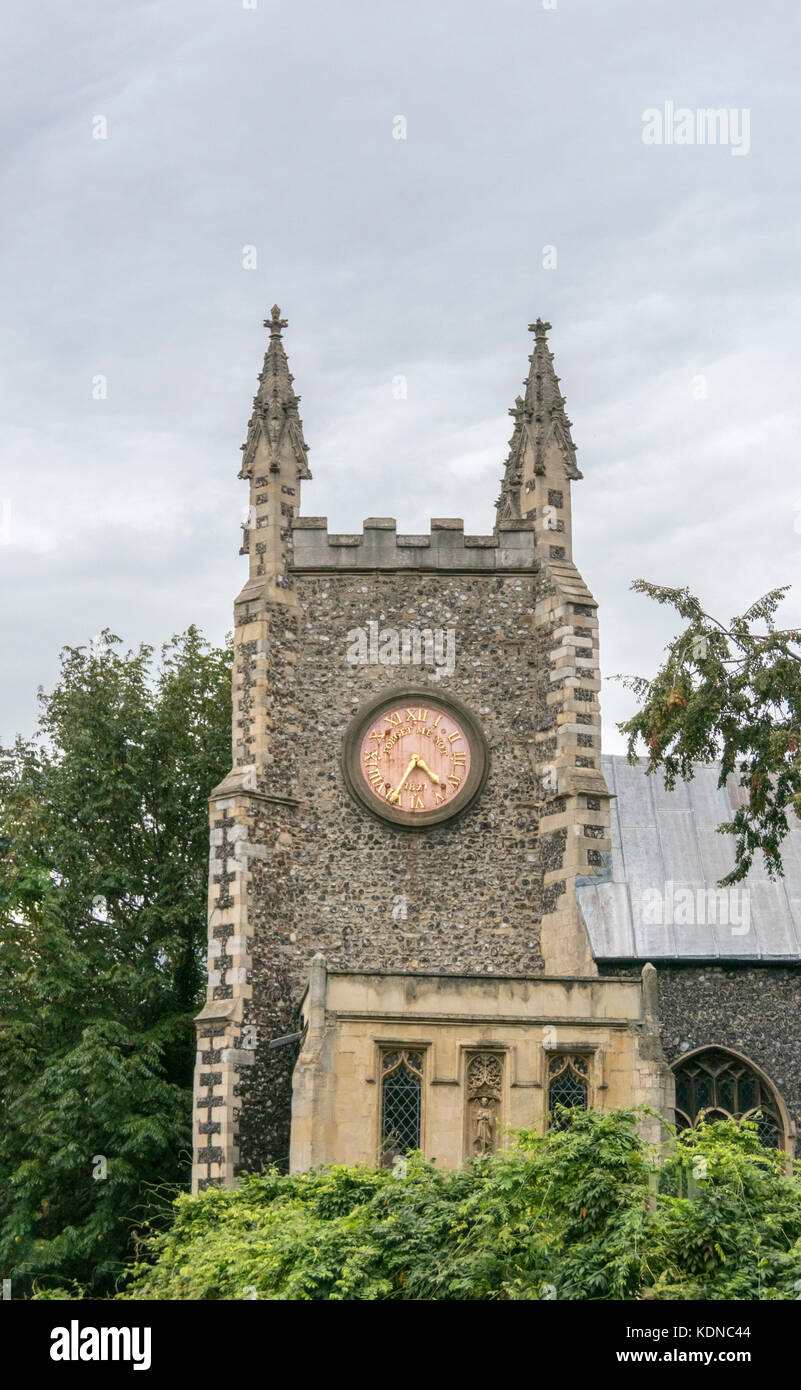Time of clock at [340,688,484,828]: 4:35
